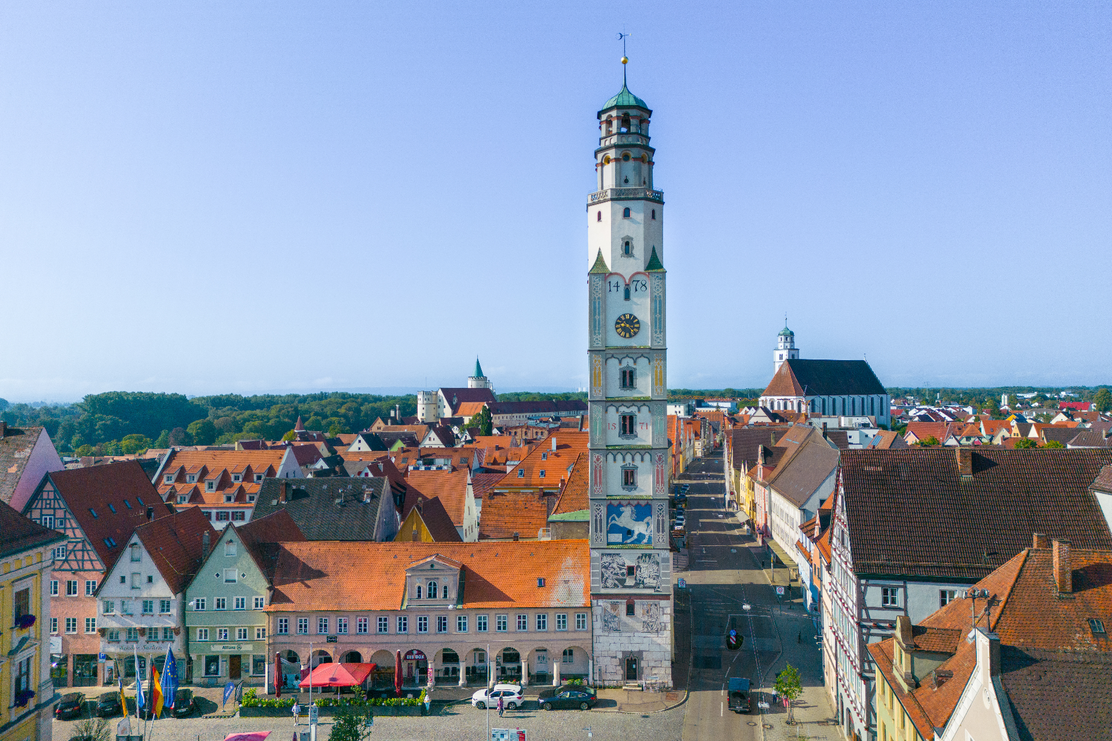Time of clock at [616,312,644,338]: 9:22
